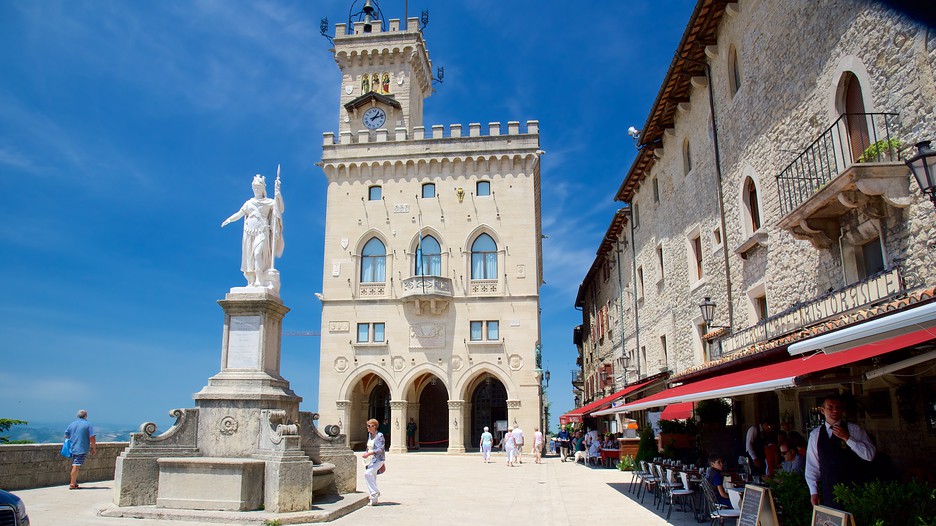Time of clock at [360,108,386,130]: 1:12
